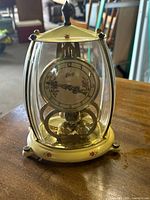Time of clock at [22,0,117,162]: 3:46
